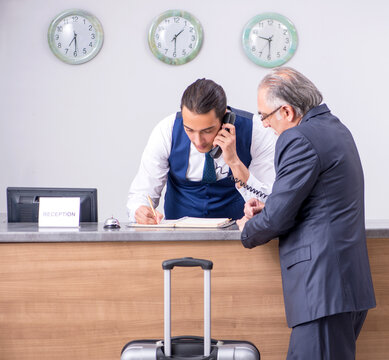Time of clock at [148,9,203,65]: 1:29
